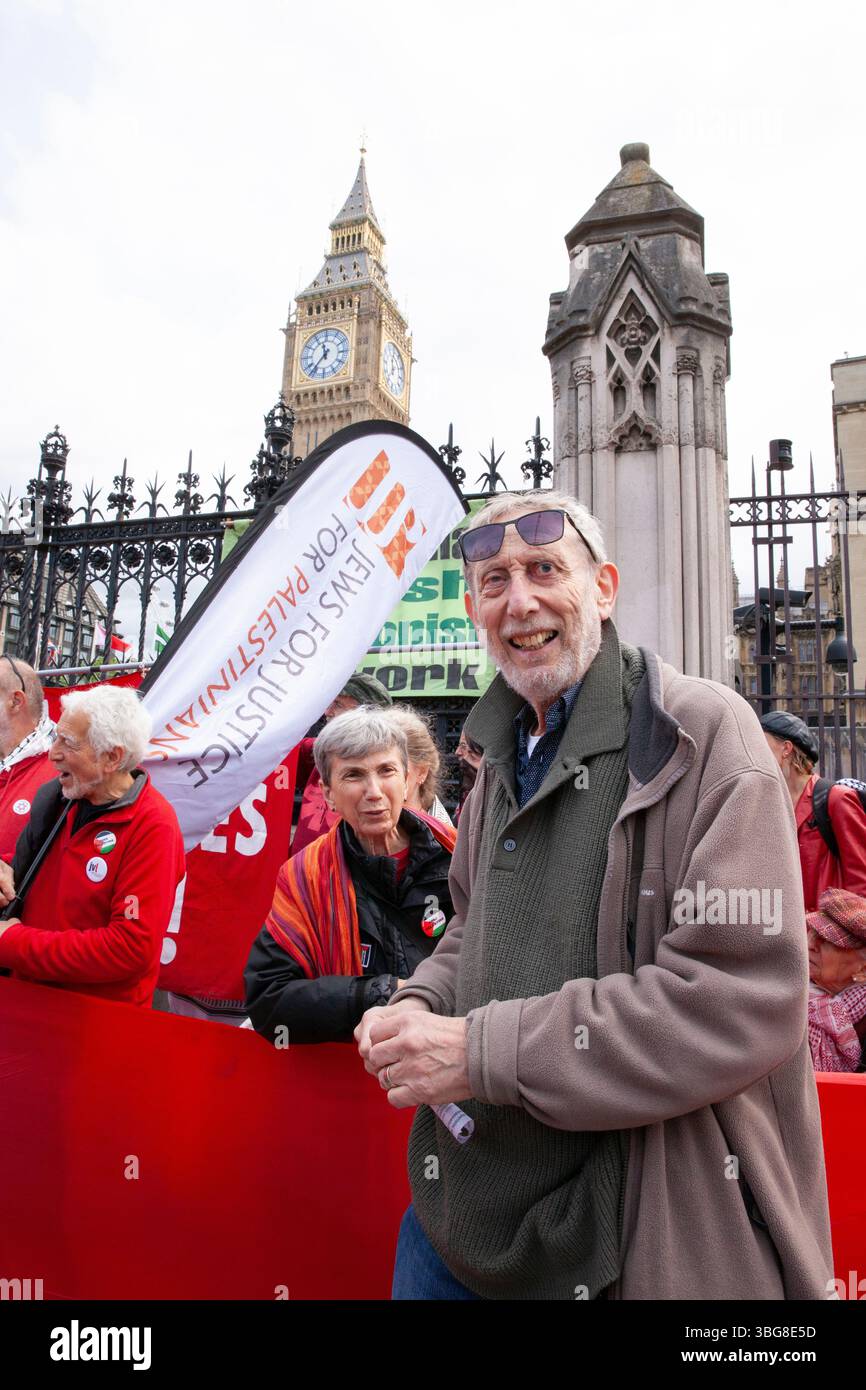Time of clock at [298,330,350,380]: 11:36
